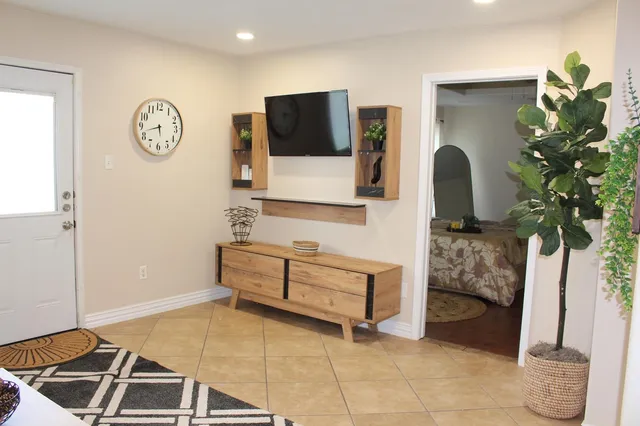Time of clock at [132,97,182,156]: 5:42
